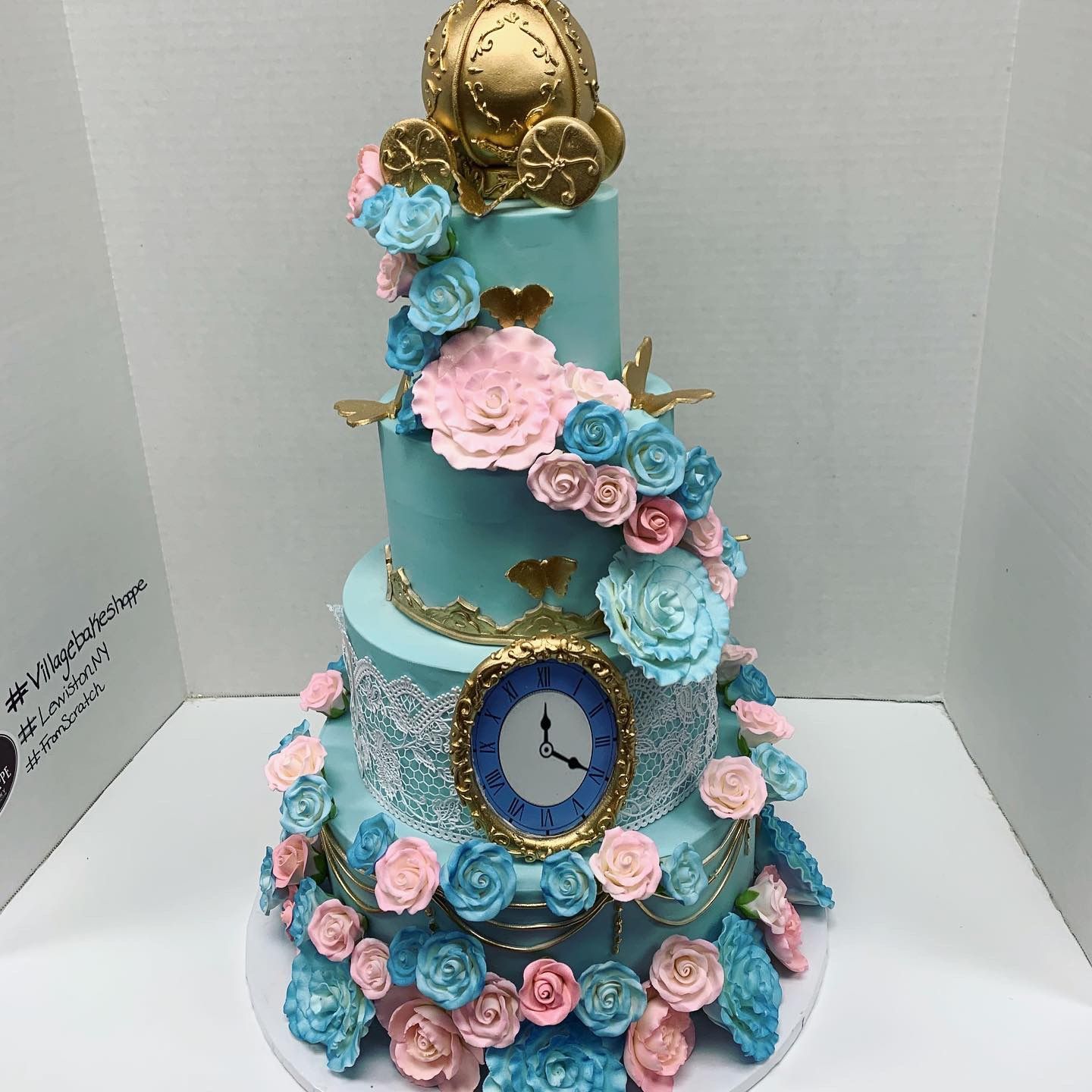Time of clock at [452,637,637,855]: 12:19
